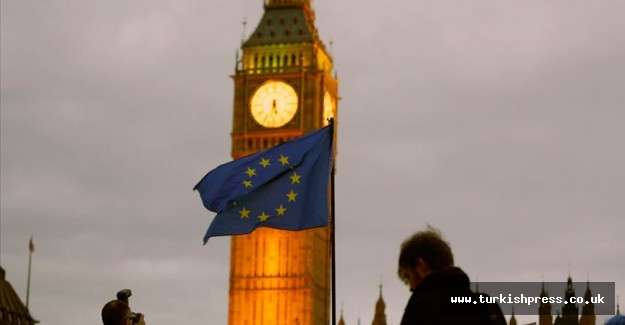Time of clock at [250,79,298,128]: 5:32
